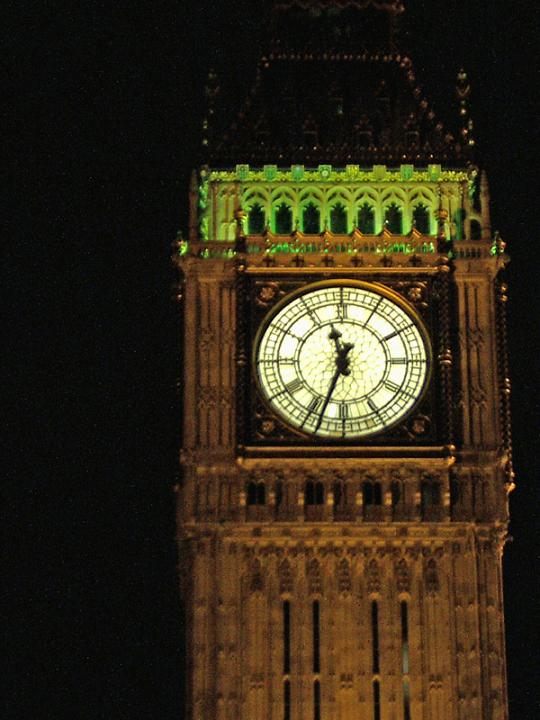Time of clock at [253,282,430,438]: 11:33
